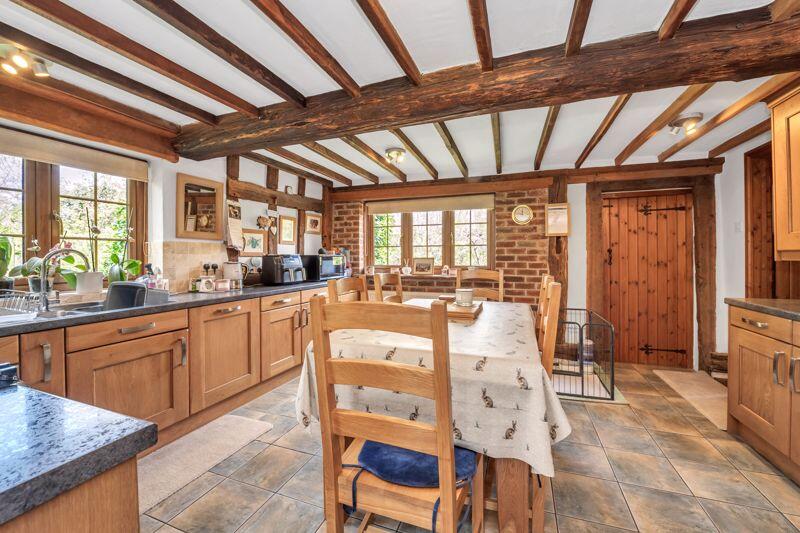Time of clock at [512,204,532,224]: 11:46
